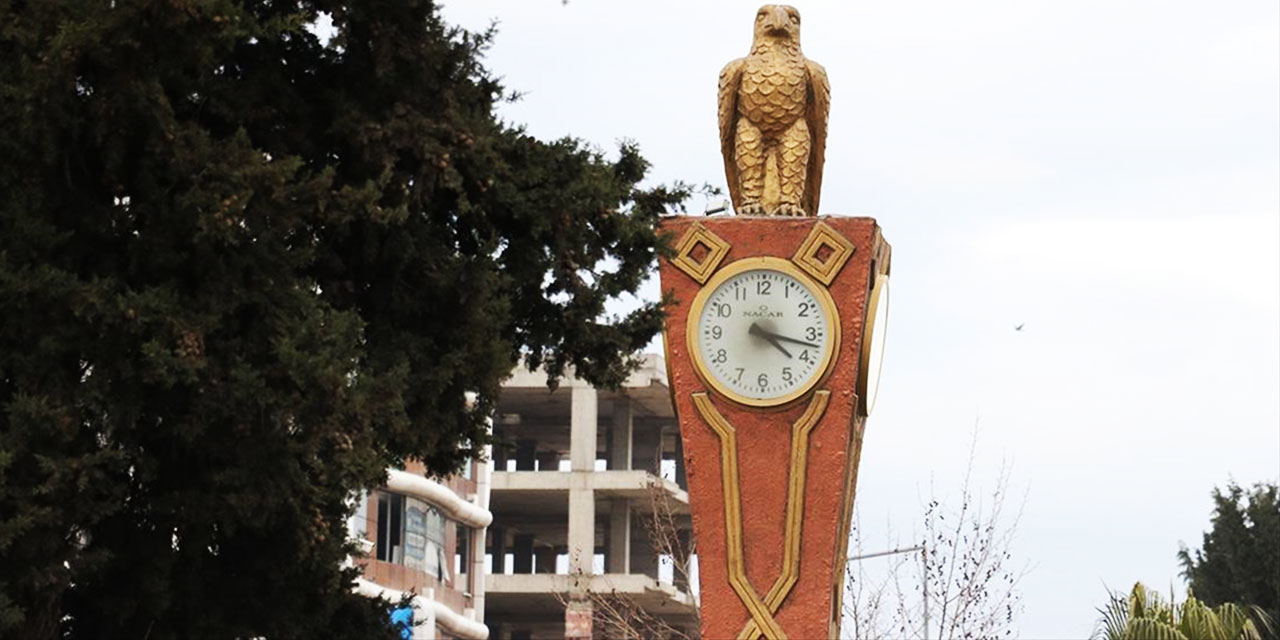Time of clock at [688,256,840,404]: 4:17
